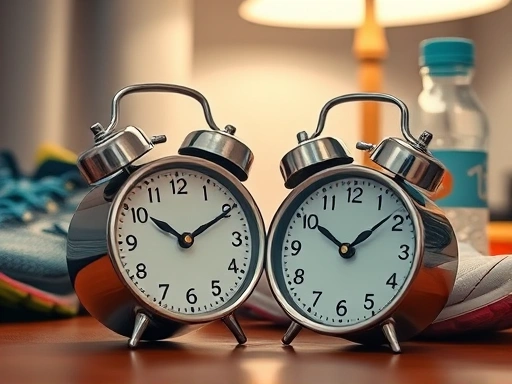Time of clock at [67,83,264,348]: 10:10
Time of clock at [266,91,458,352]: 10:08
